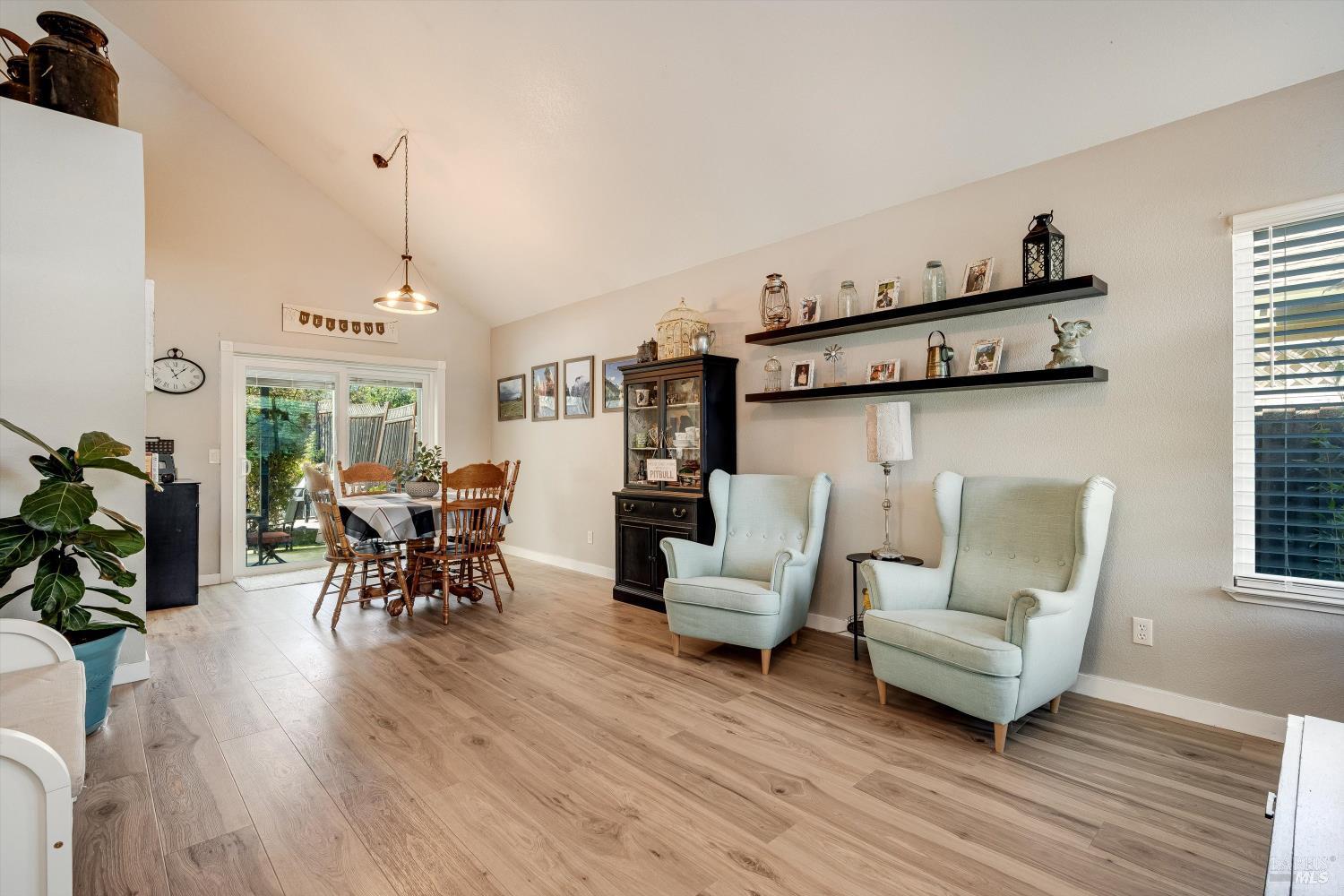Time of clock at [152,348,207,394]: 11:07
